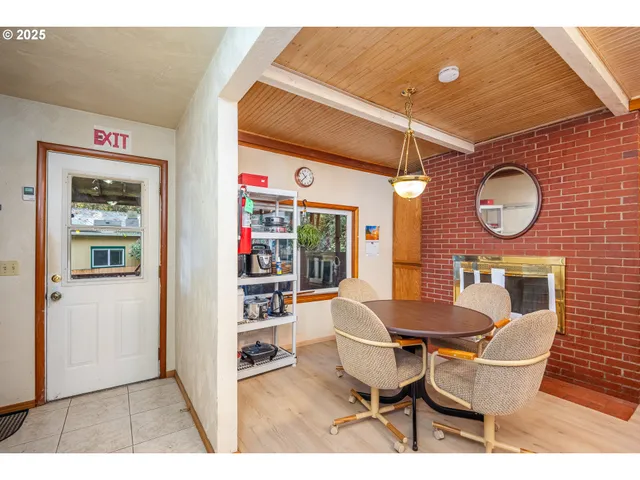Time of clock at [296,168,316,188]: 10:37
